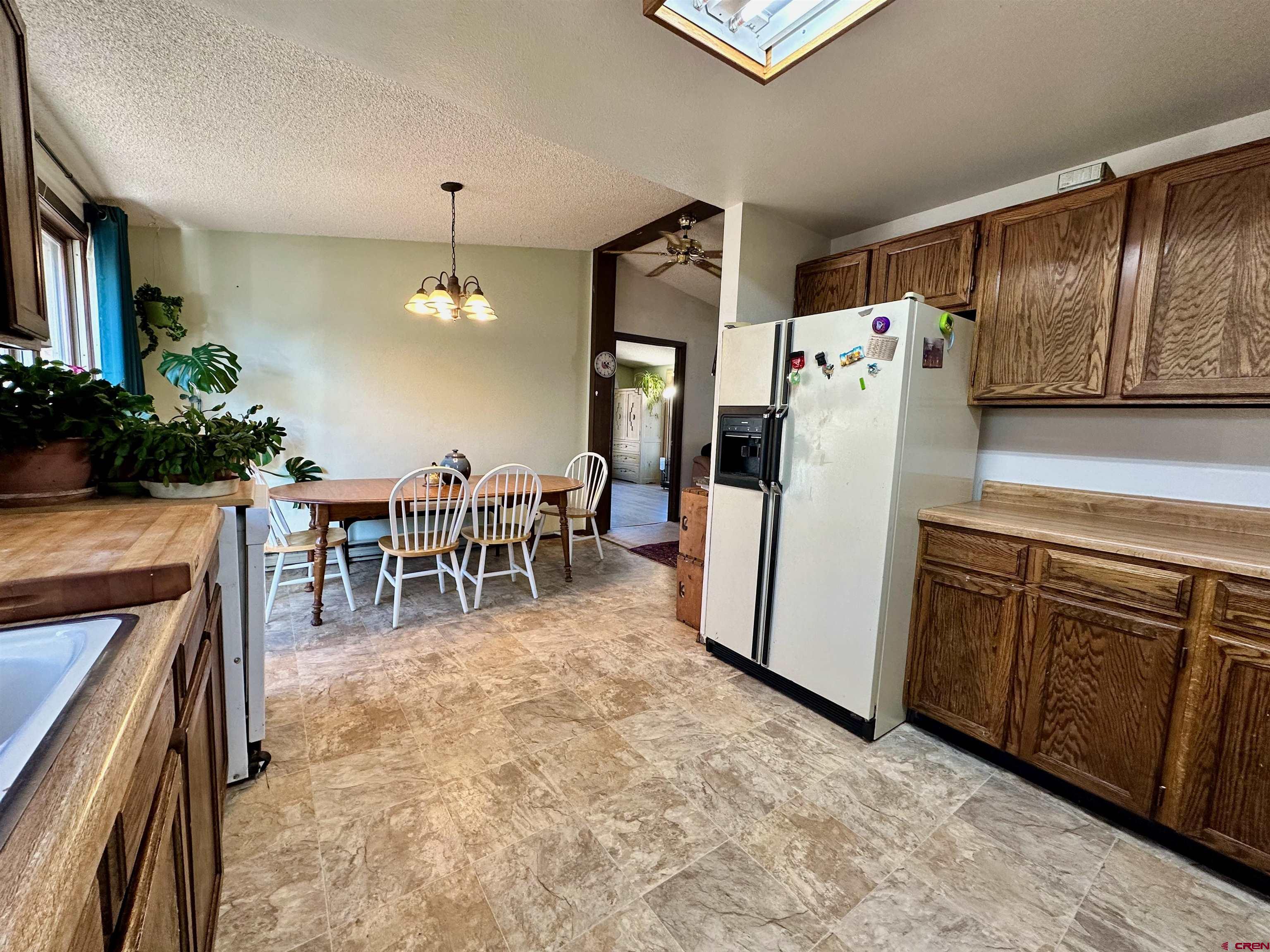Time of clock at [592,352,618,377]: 4:18
